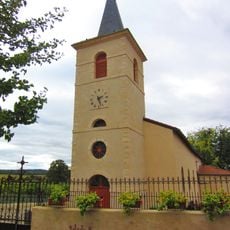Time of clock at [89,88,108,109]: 2:27
